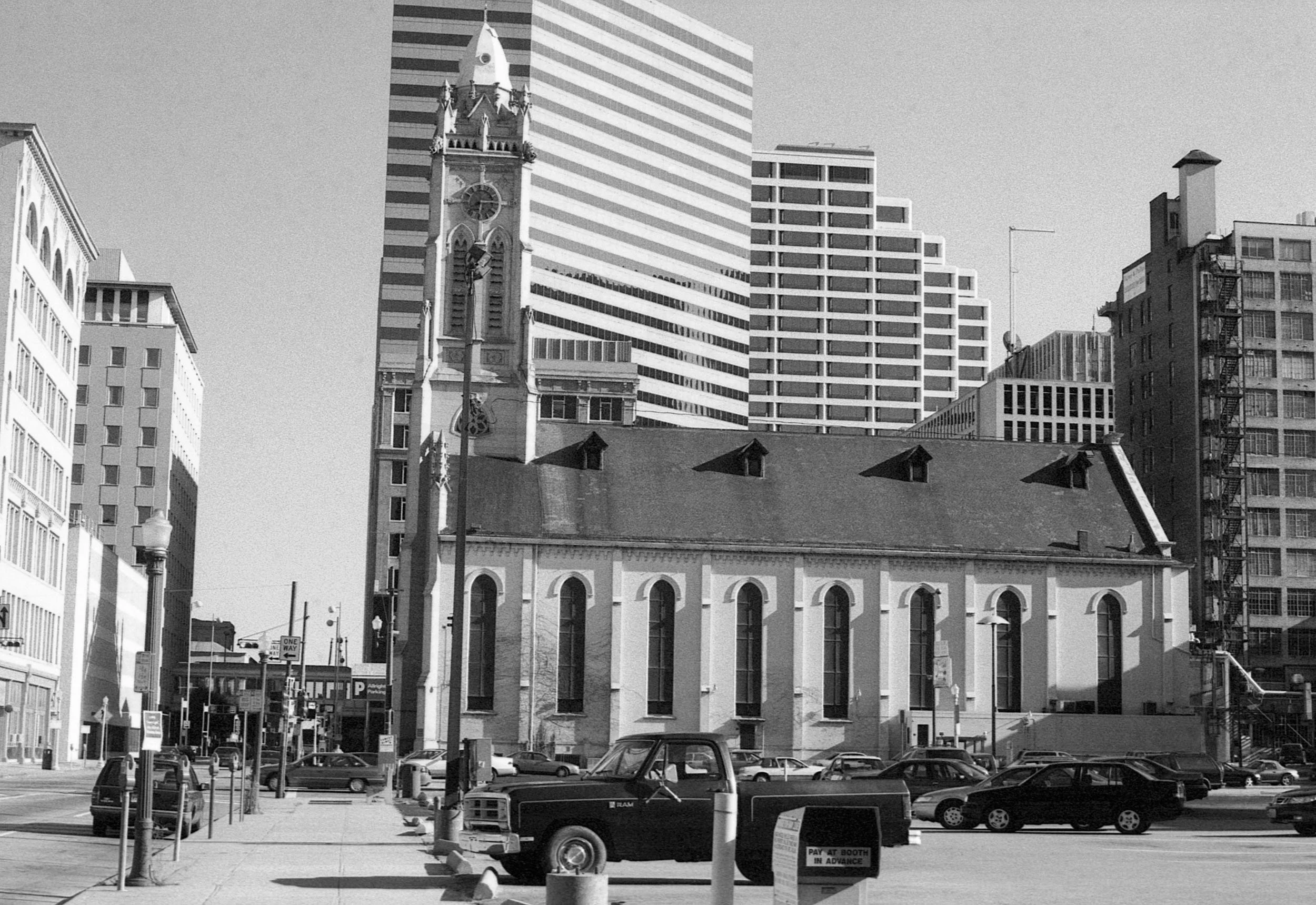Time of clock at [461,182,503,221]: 6:14
